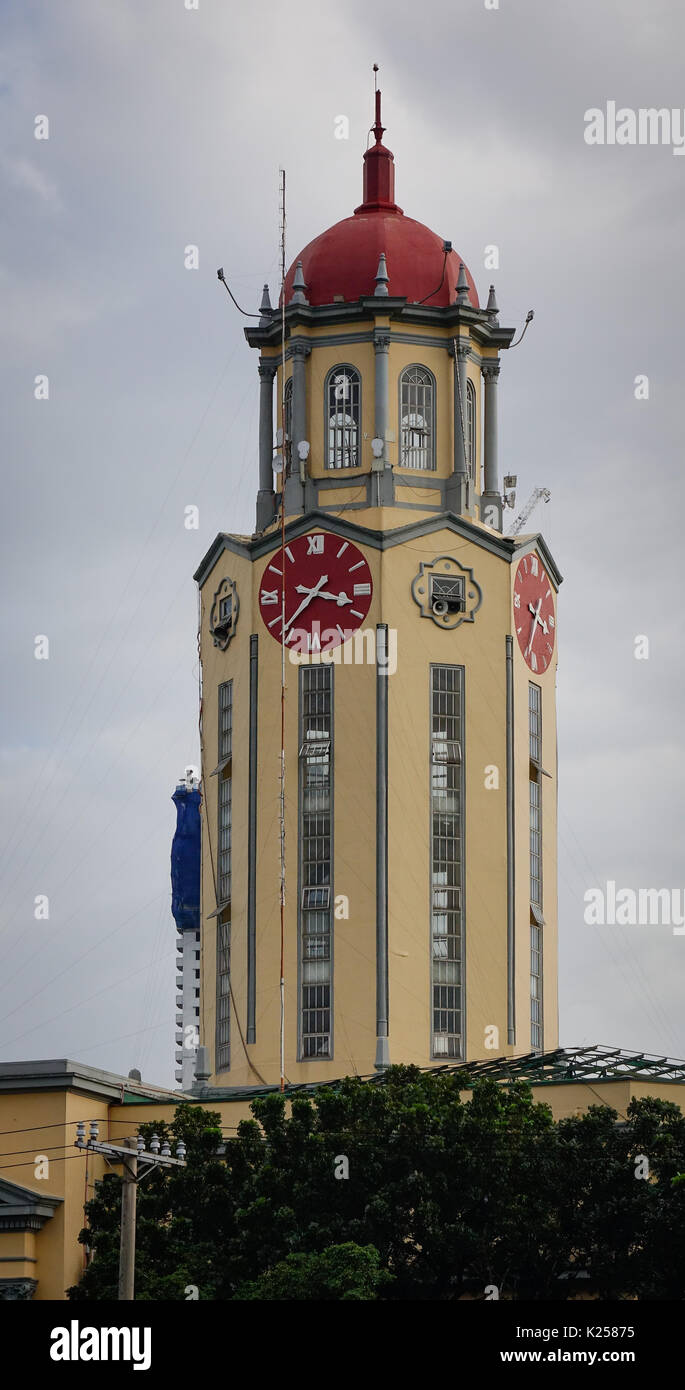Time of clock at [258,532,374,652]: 3:37
